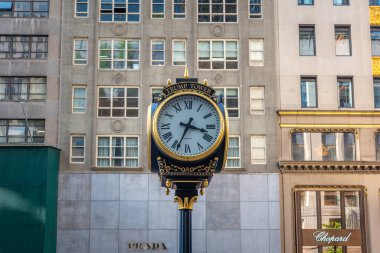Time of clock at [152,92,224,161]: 3:34
